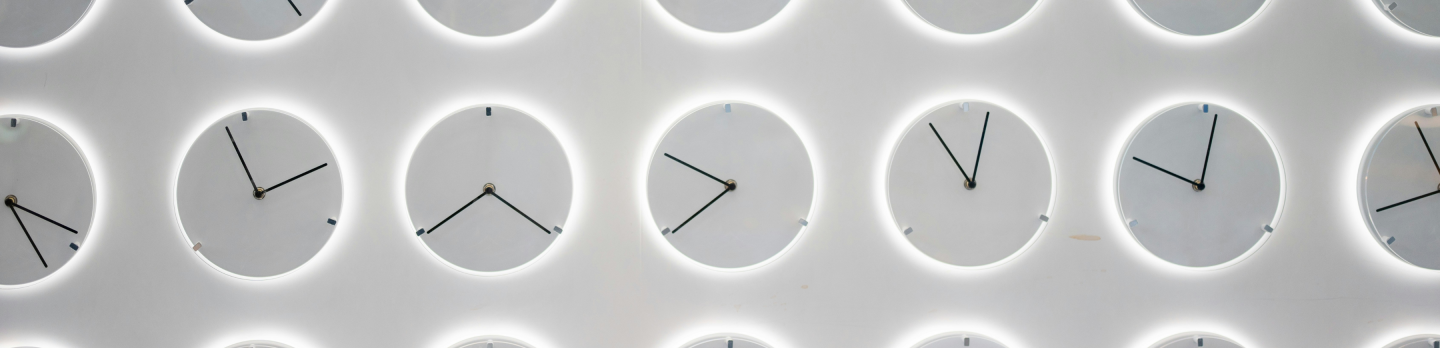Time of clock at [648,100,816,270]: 7:49
